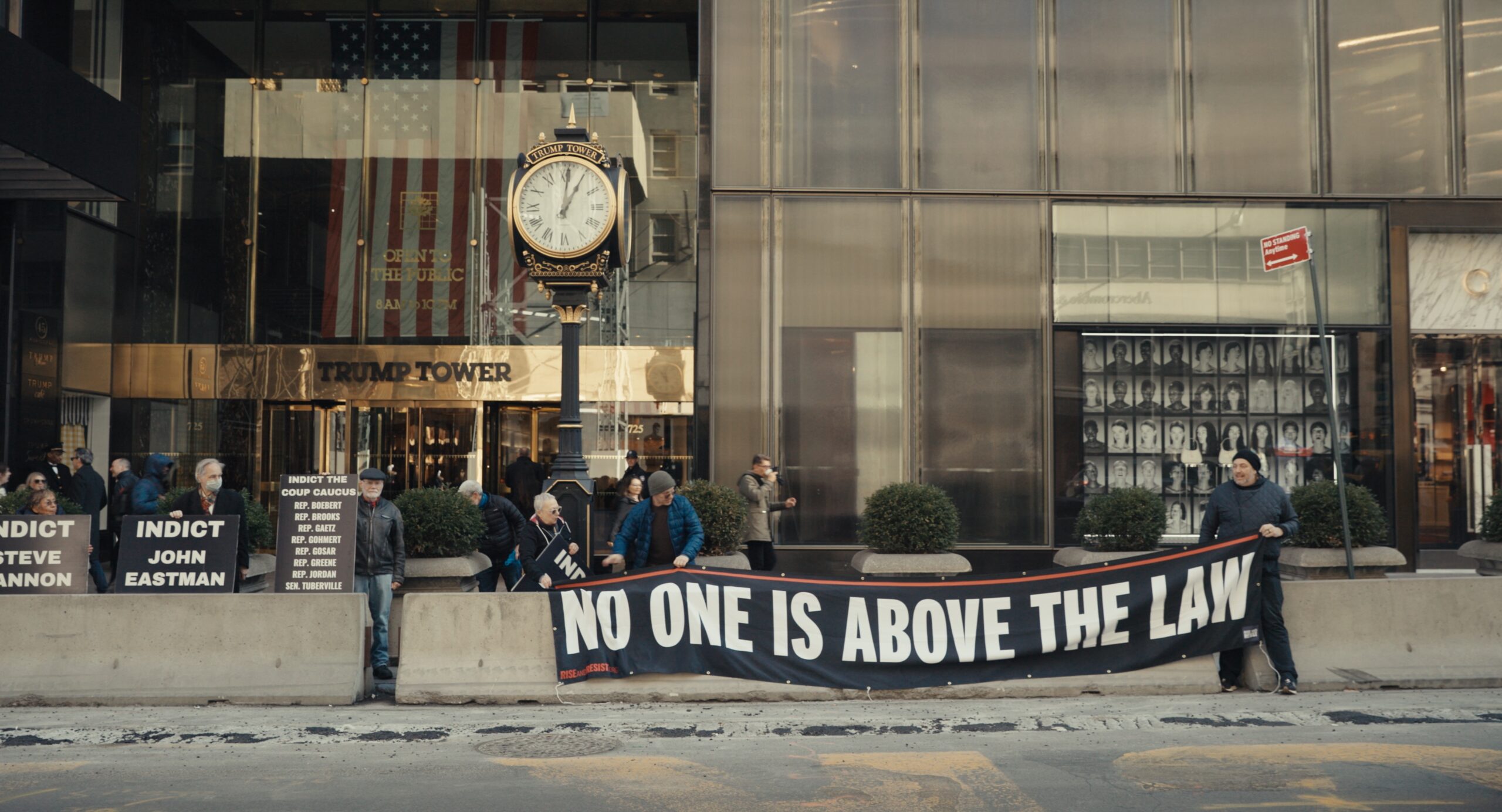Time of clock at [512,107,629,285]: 1:01
